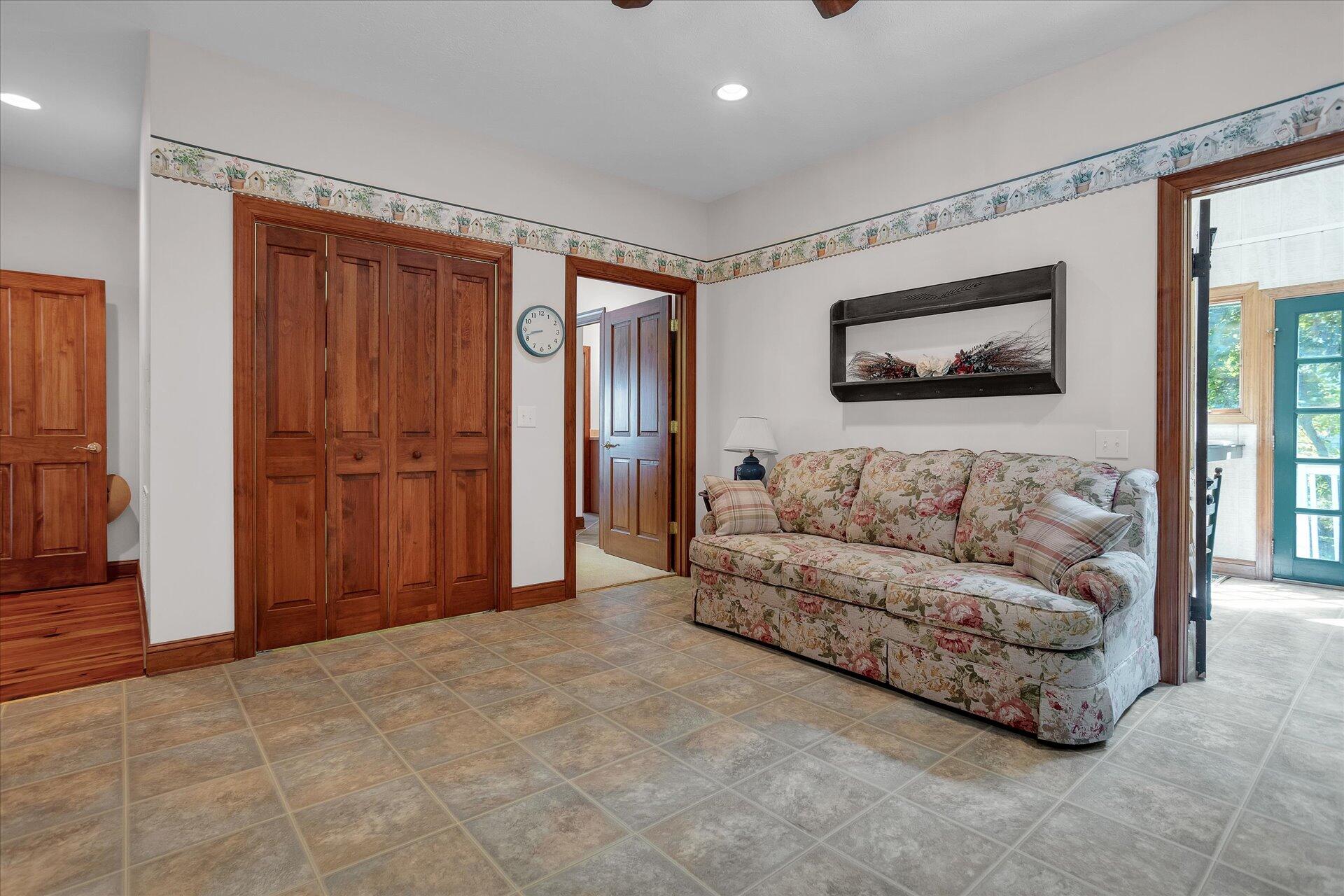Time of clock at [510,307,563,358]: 8:42
